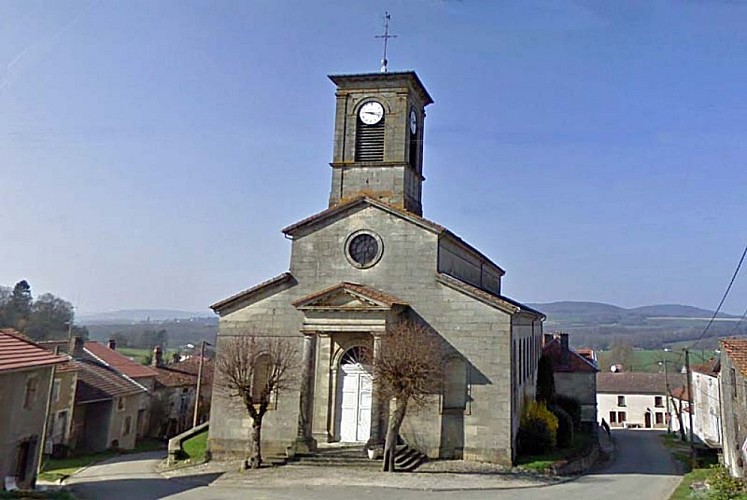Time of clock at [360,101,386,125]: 9:17
